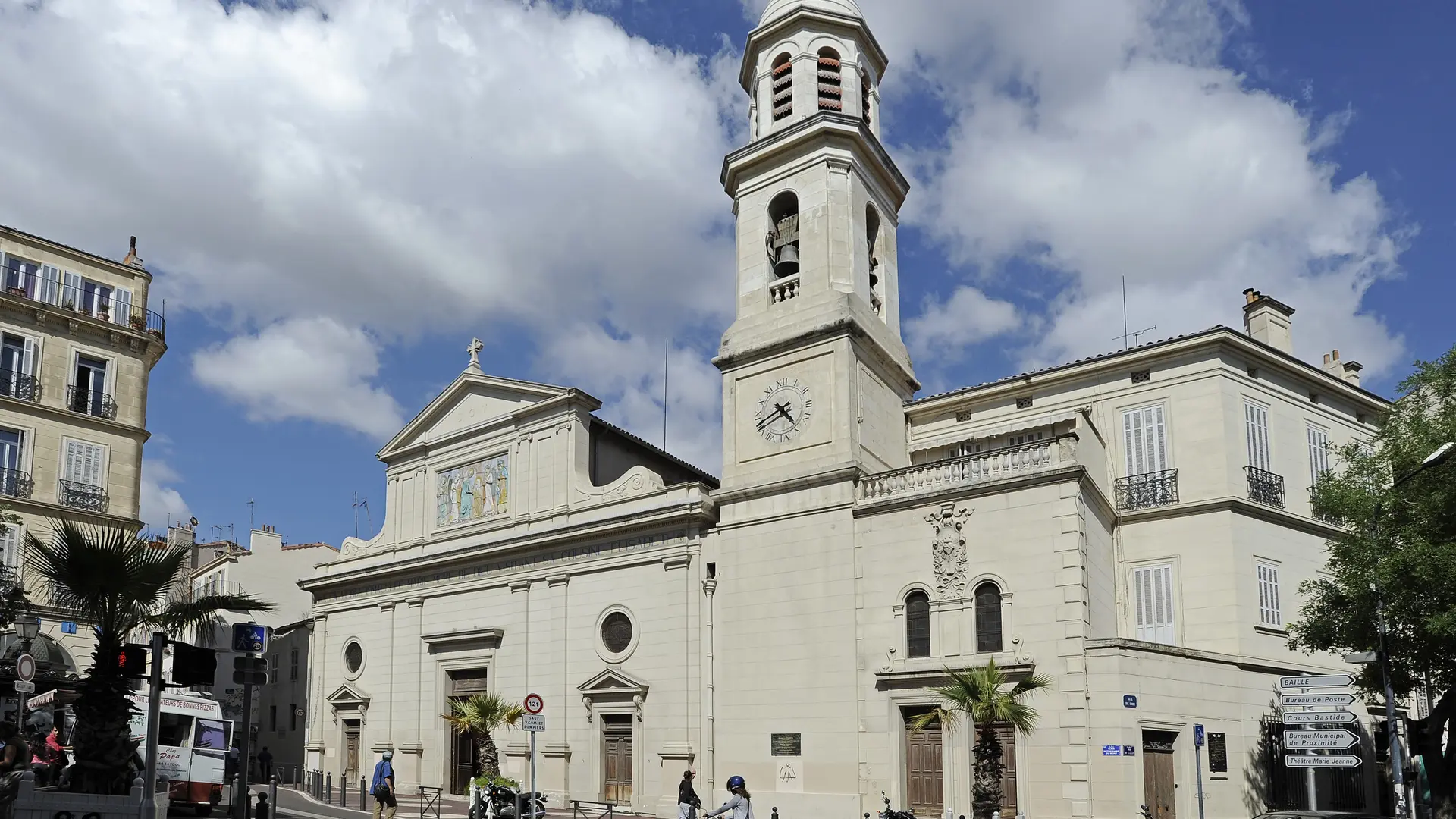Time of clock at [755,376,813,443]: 4:41
